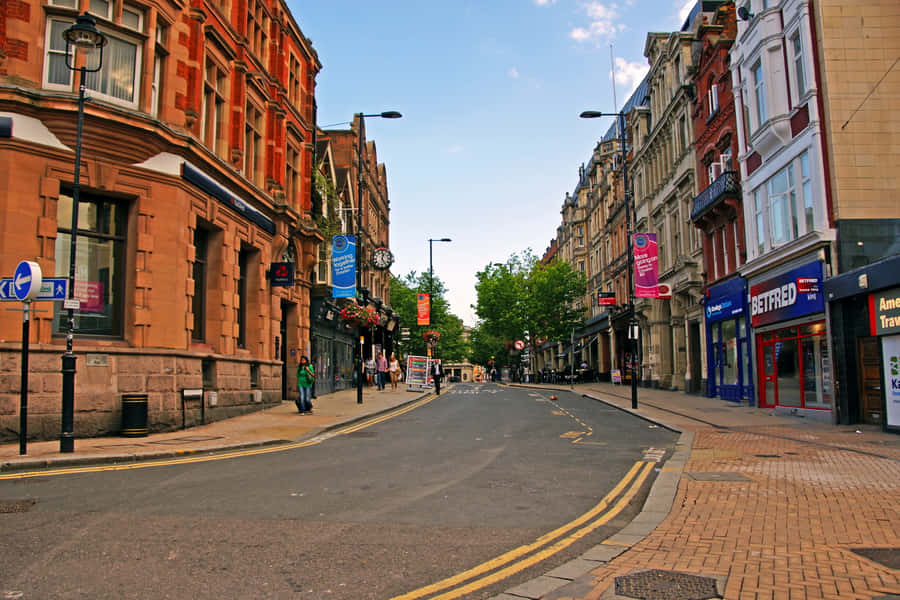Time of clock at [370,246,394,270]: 12:24
